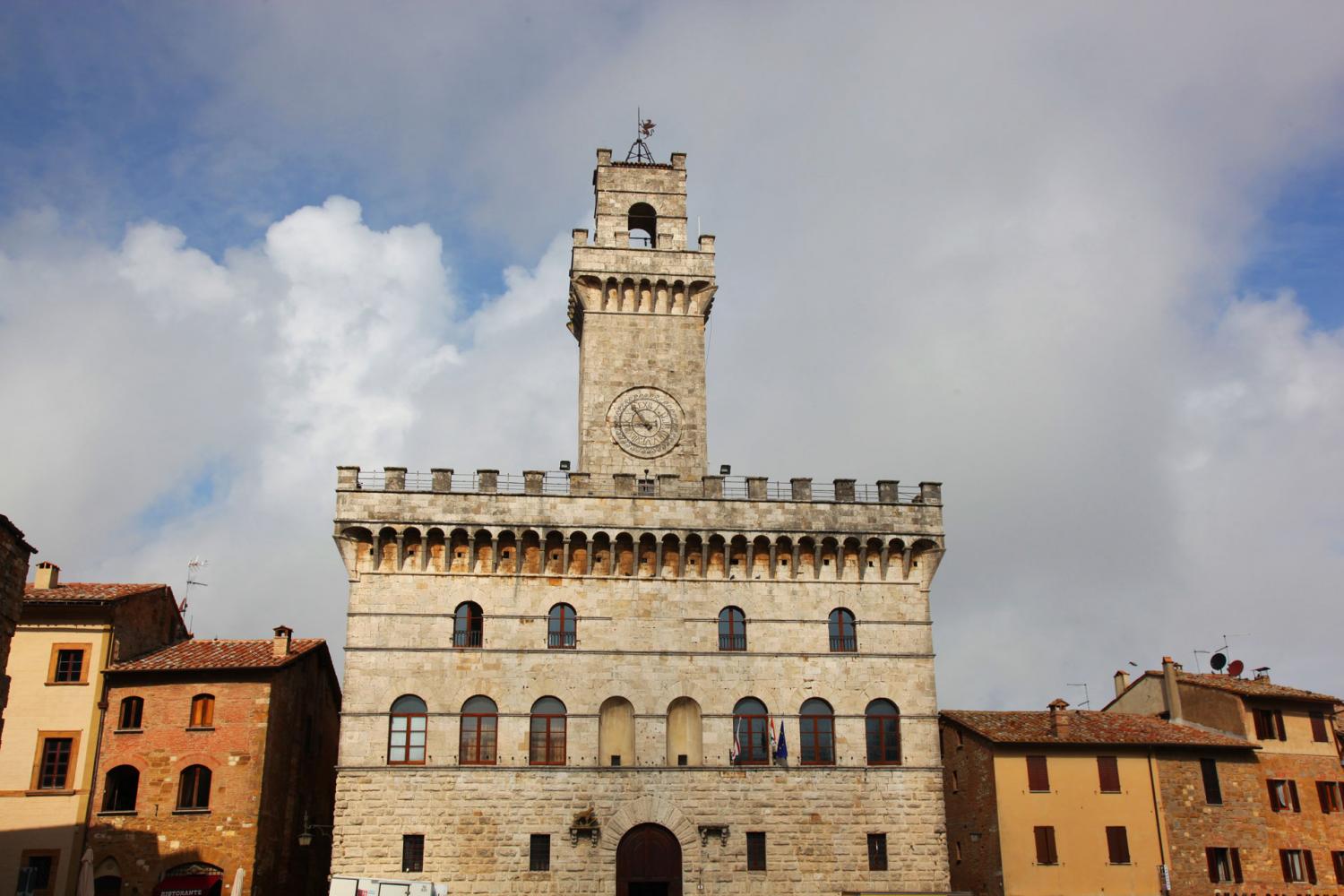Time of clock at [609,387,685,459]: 10:43
